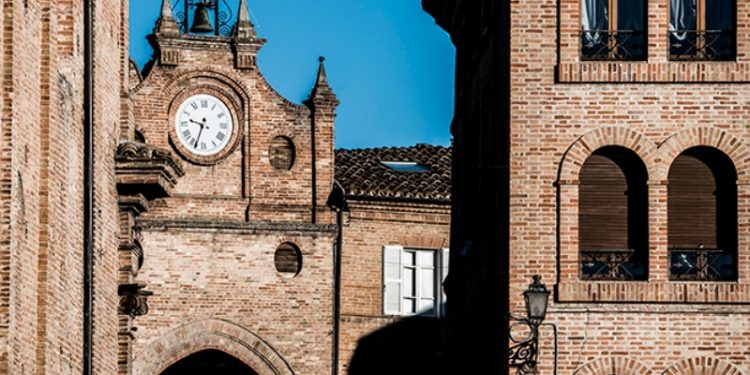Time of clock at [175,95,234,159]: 9:33
